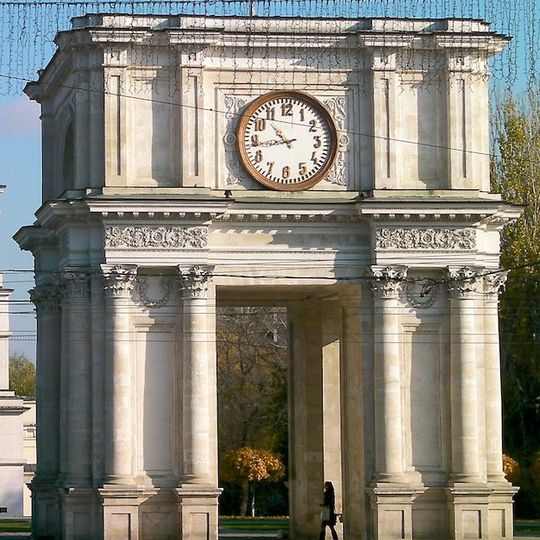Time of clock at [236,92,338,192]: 10:43
